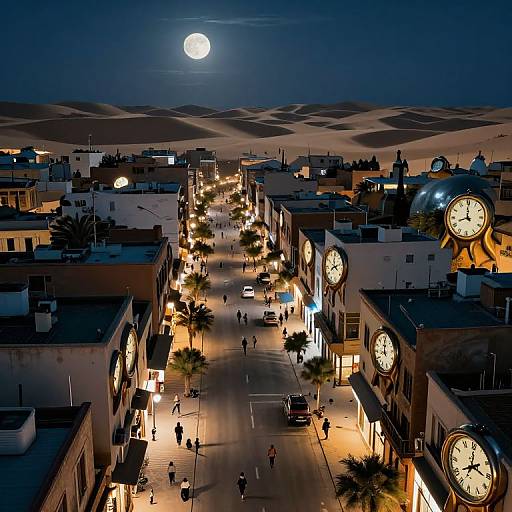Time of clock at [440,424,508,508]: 8:01
